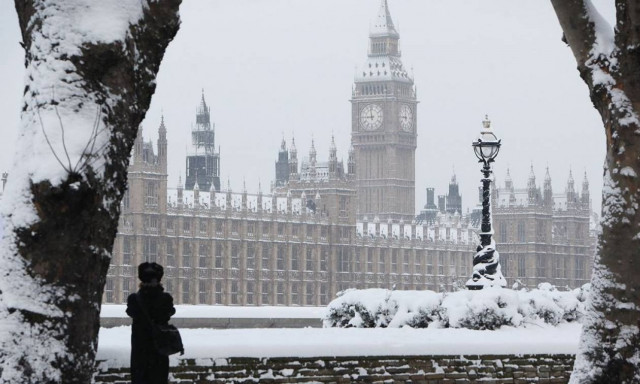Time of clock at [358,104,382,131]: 8:58
